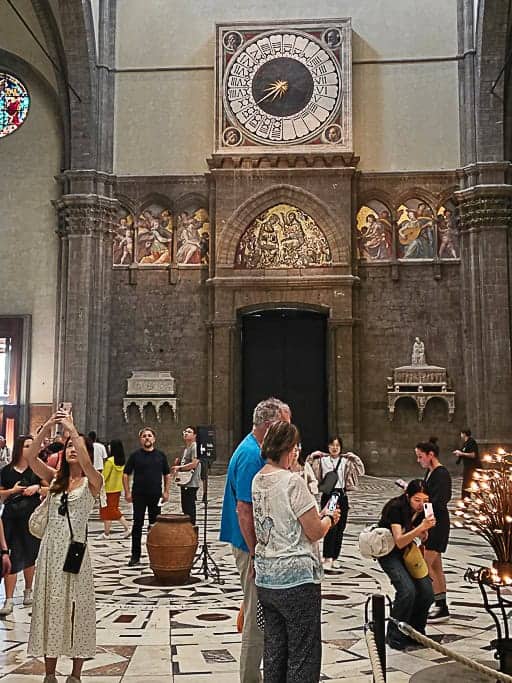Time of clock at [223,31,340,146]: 8:39
